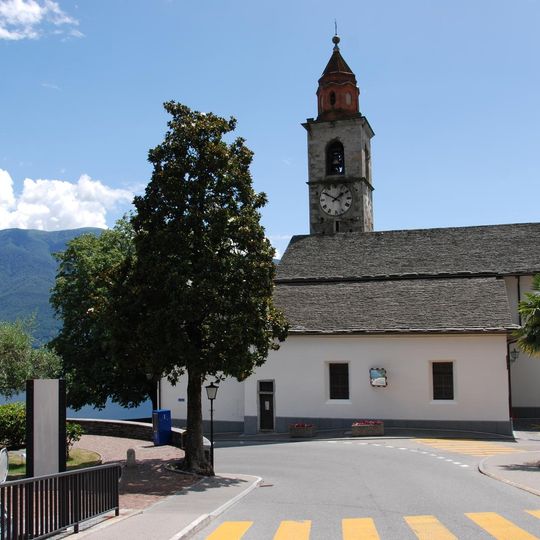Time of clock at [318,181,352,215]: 1:50
